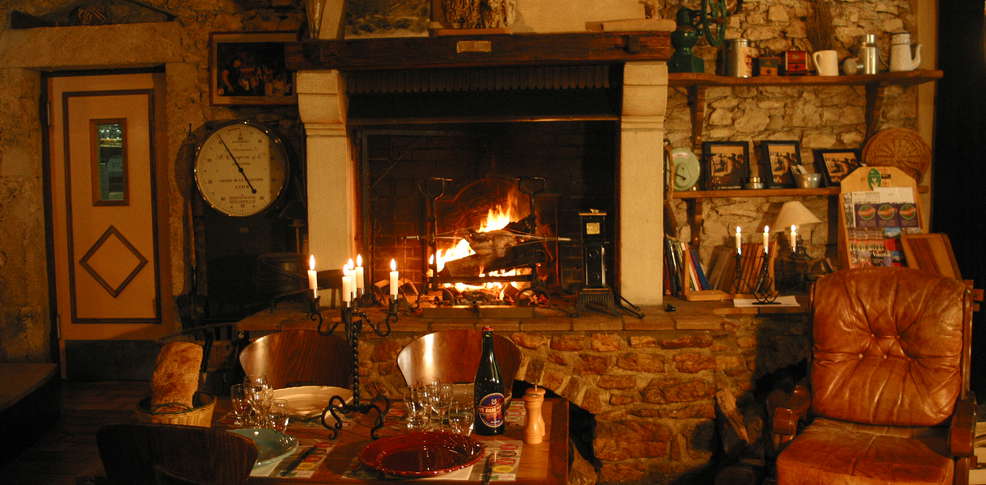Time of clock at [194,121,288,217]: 4:54
